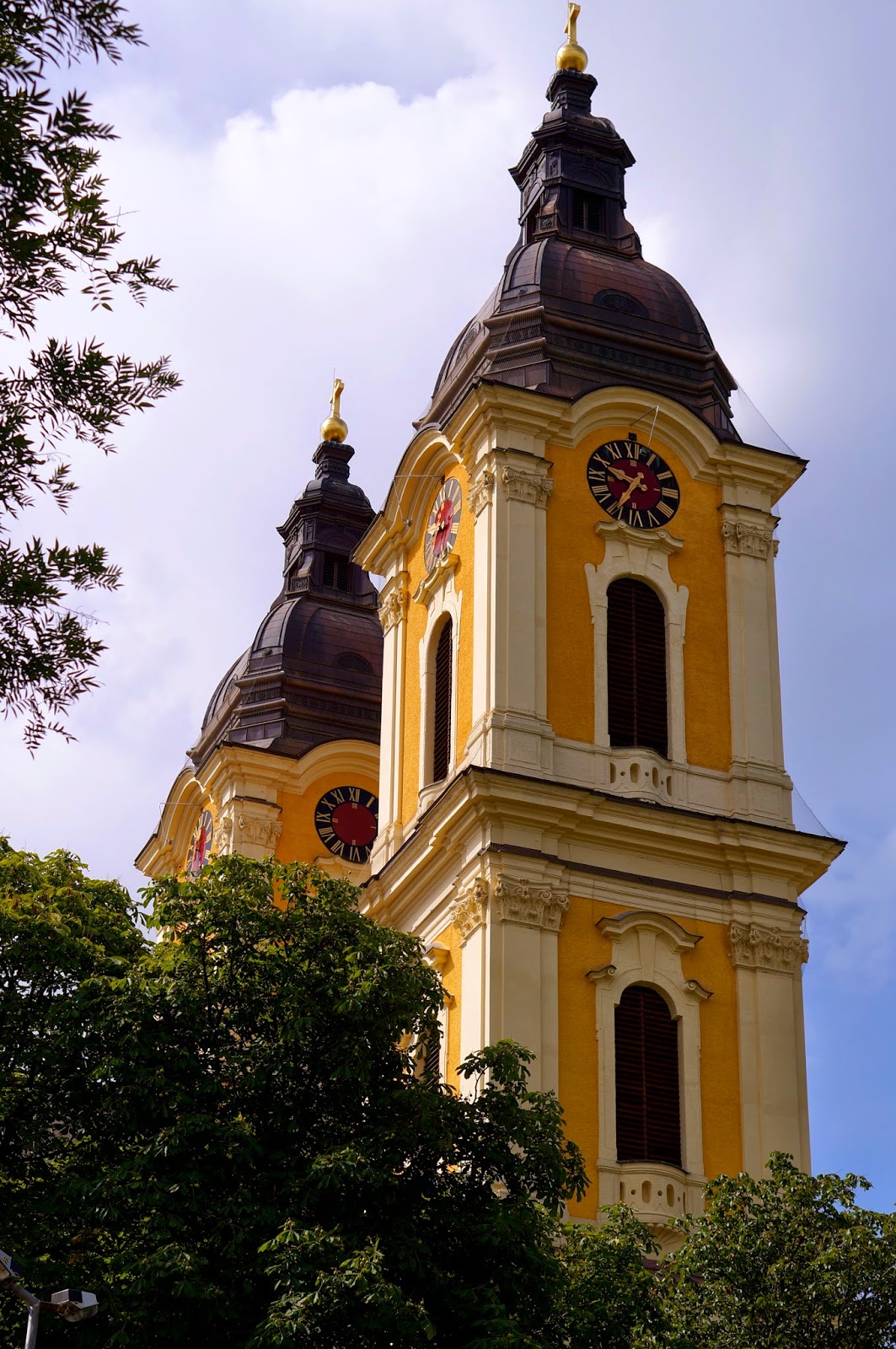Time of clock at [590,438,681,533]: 9:35
